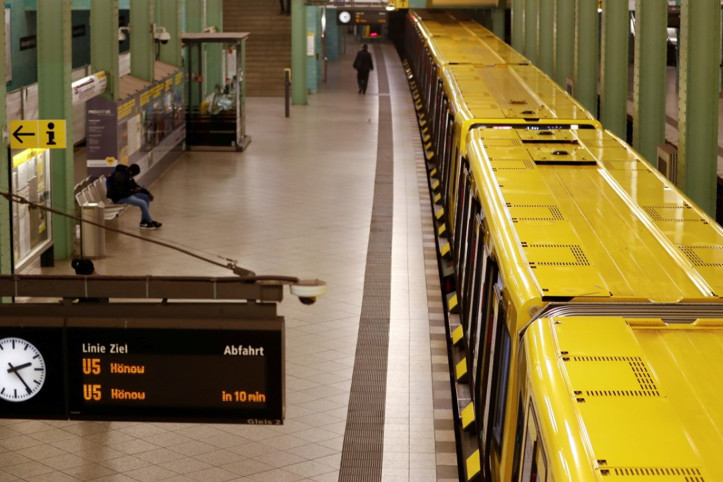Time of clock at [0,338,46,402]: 2:24
